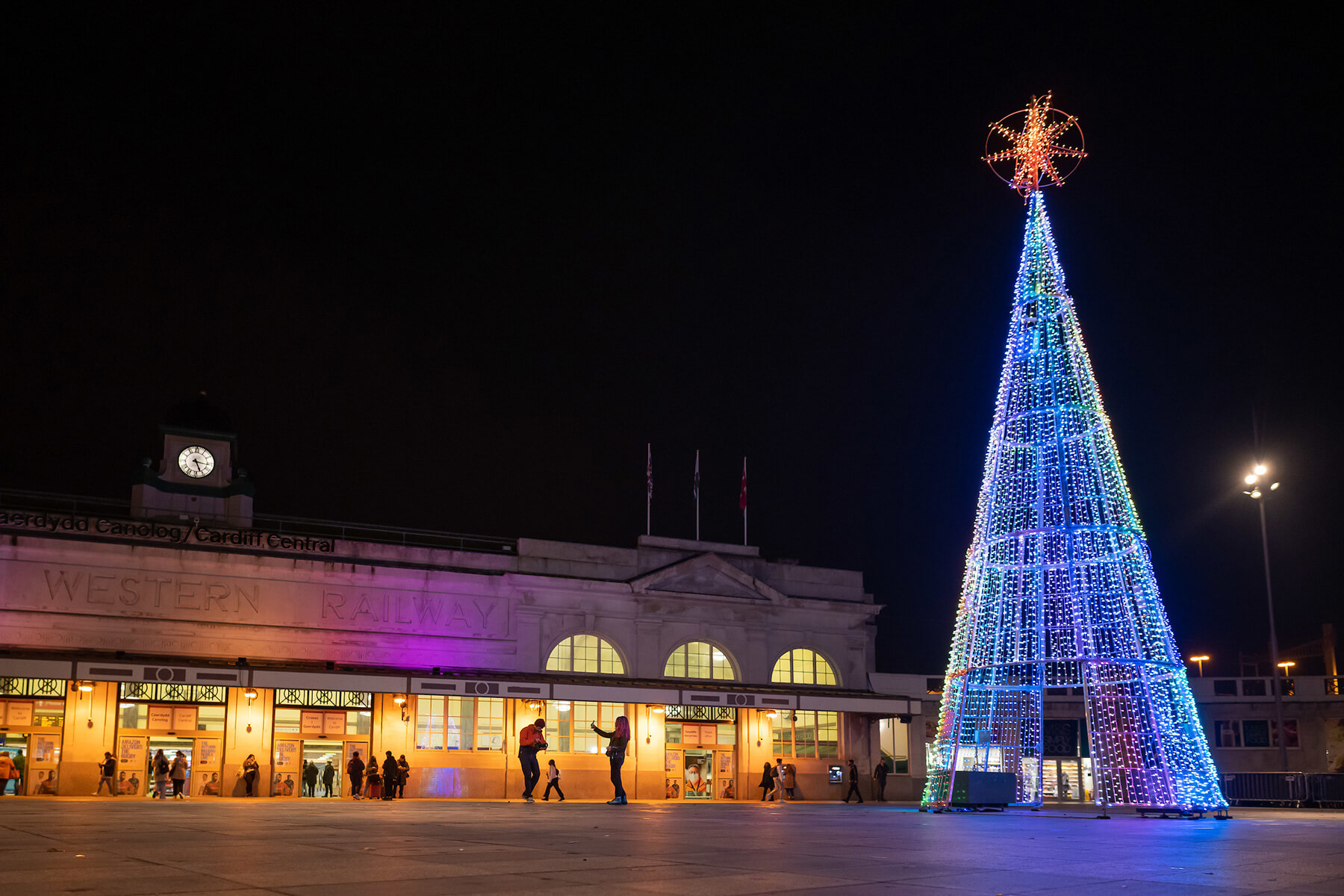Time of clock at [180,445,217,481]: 5:16
